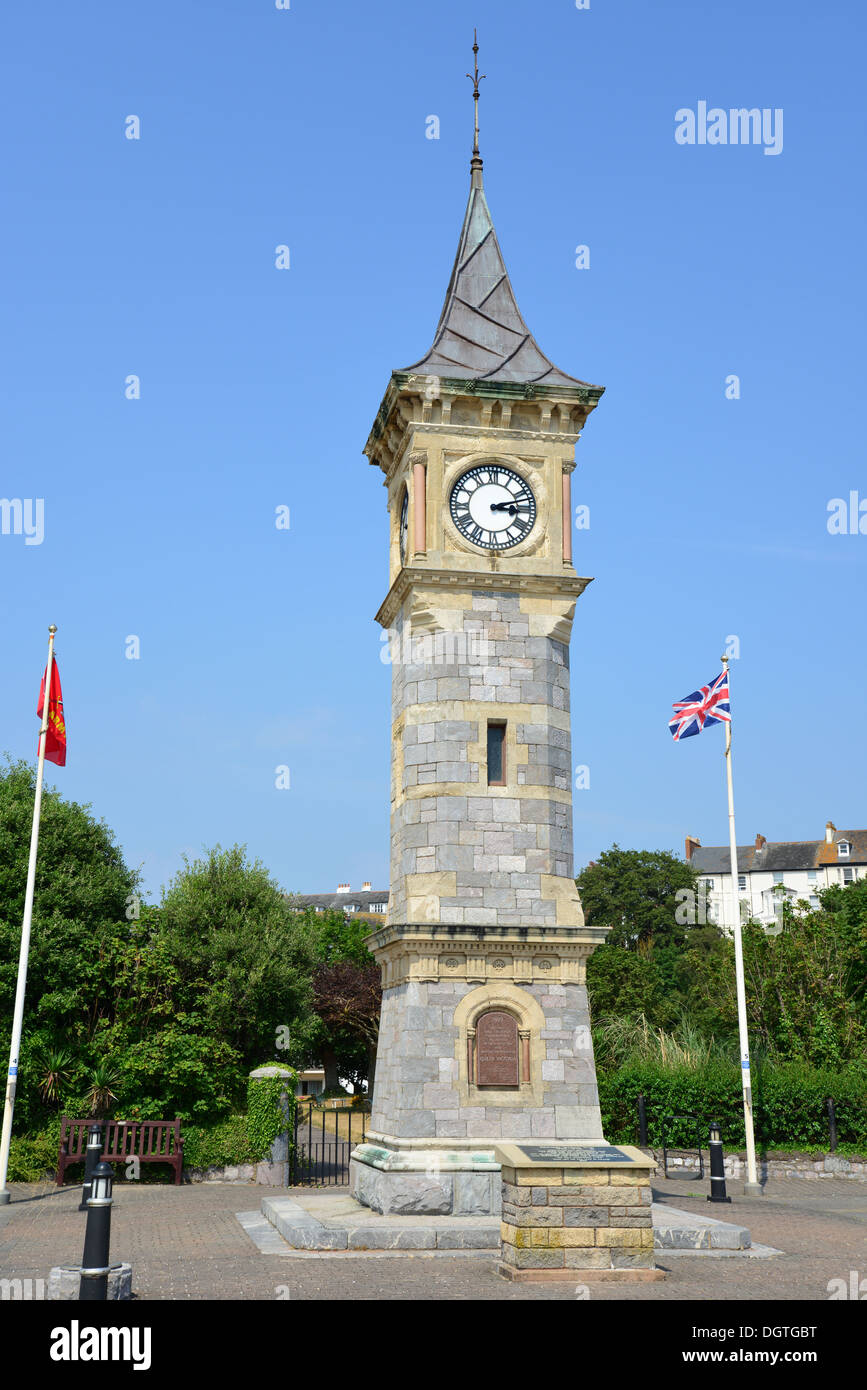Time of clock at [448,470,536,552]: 3:12
